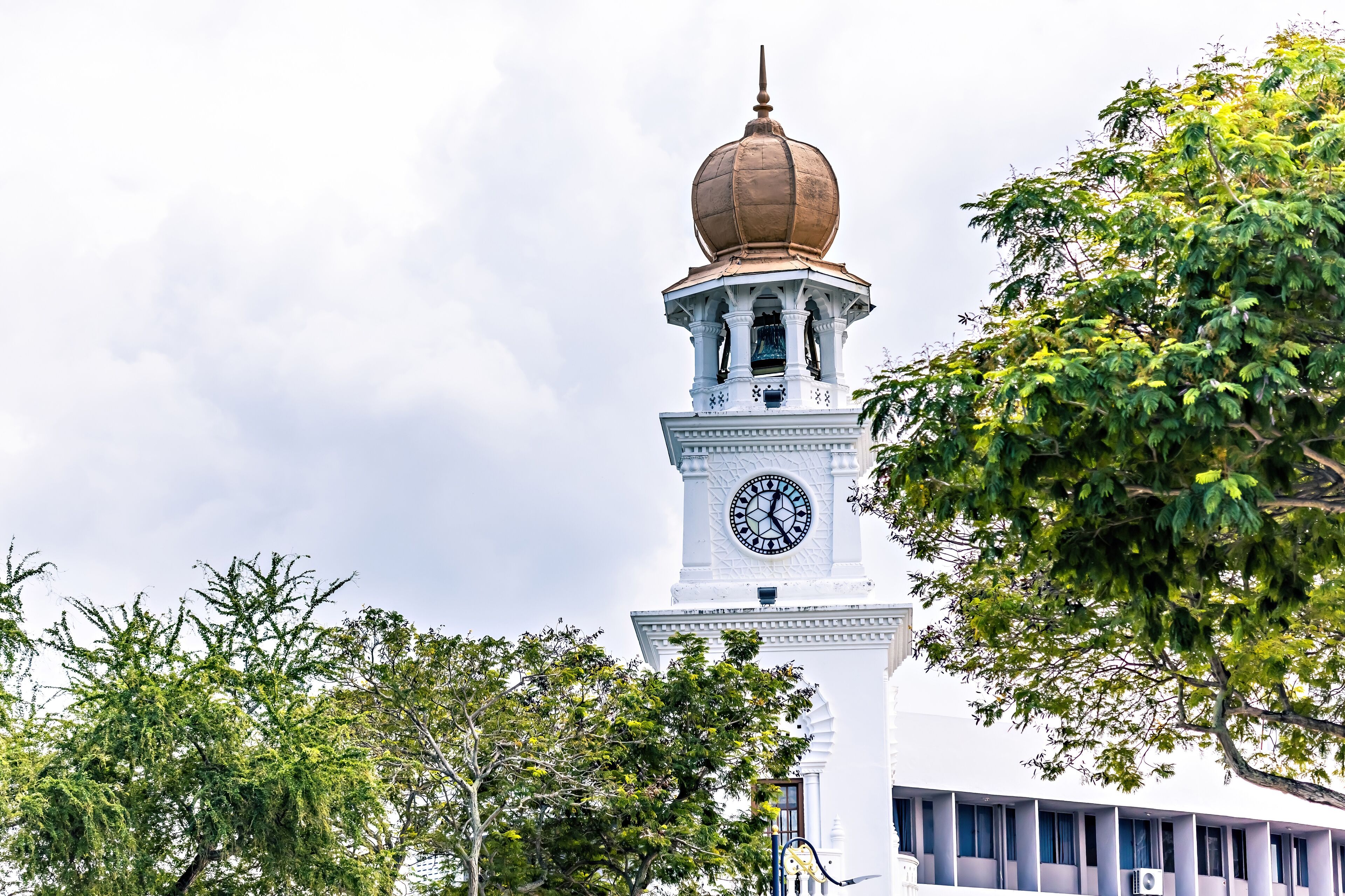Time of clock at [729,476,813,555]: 12:23
